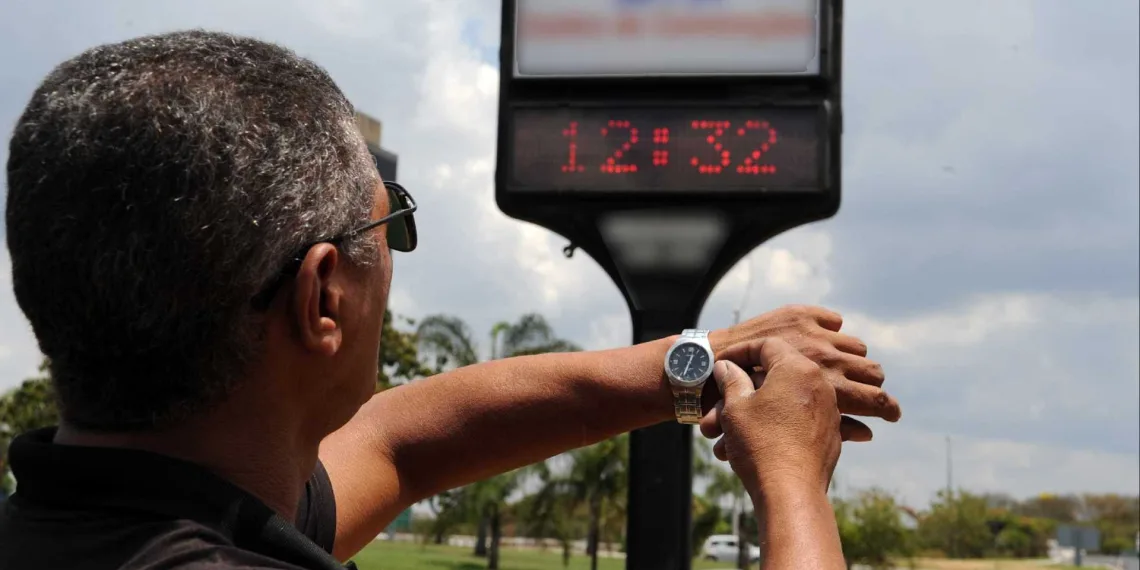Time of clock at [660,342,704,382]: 12:32
